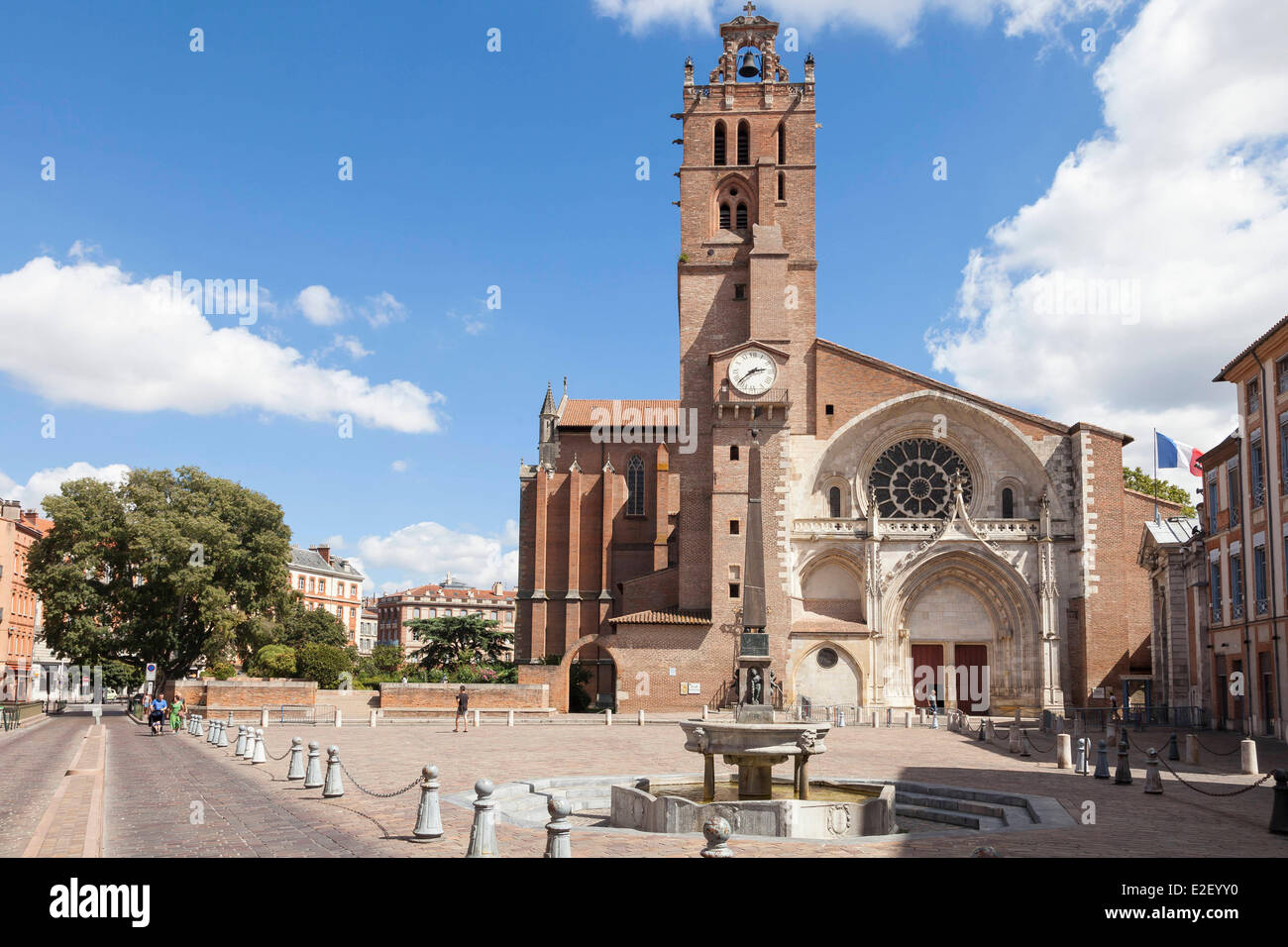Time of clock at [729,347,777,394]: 2:38
